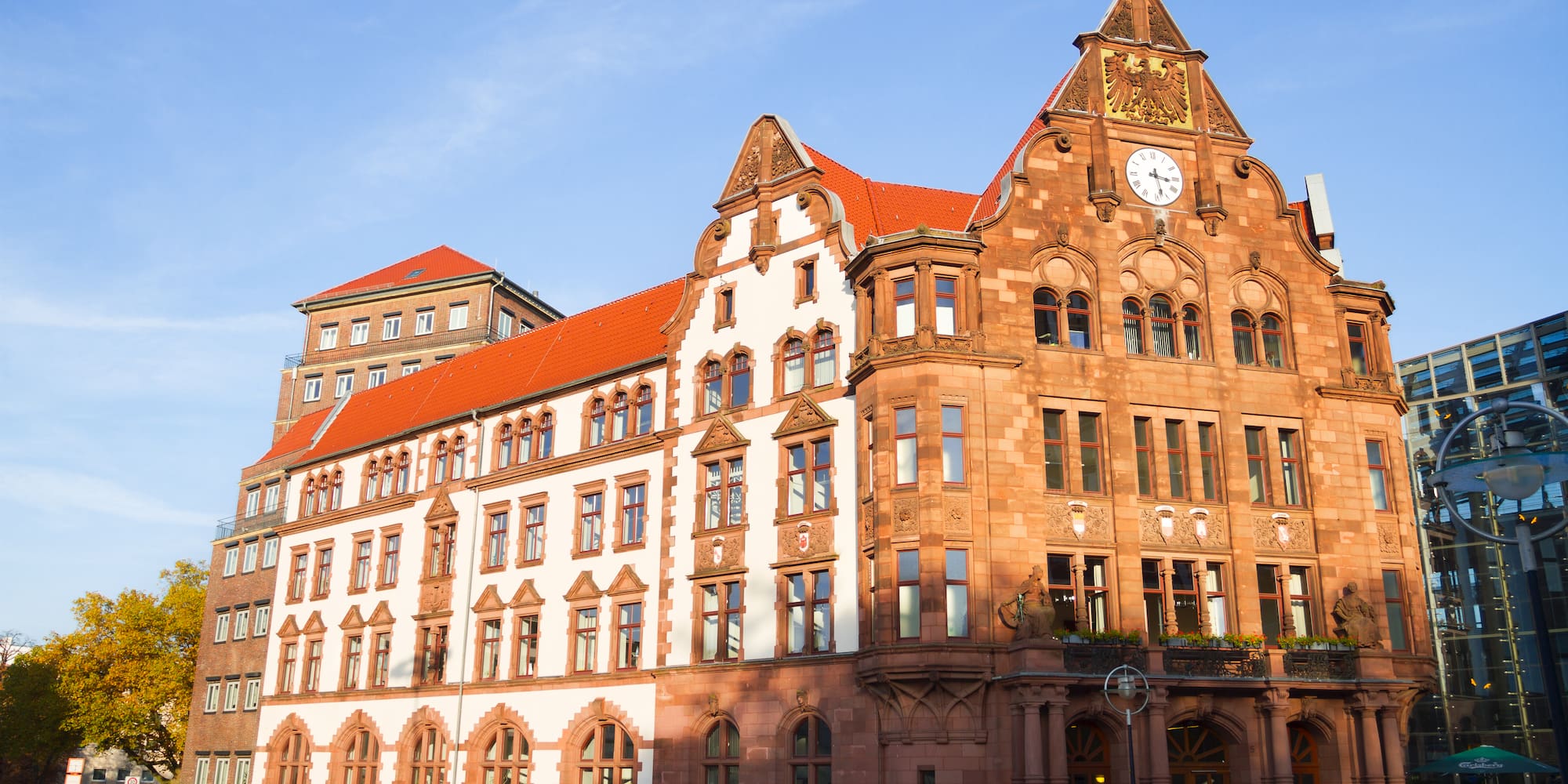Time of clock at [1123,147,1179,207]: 3:27
